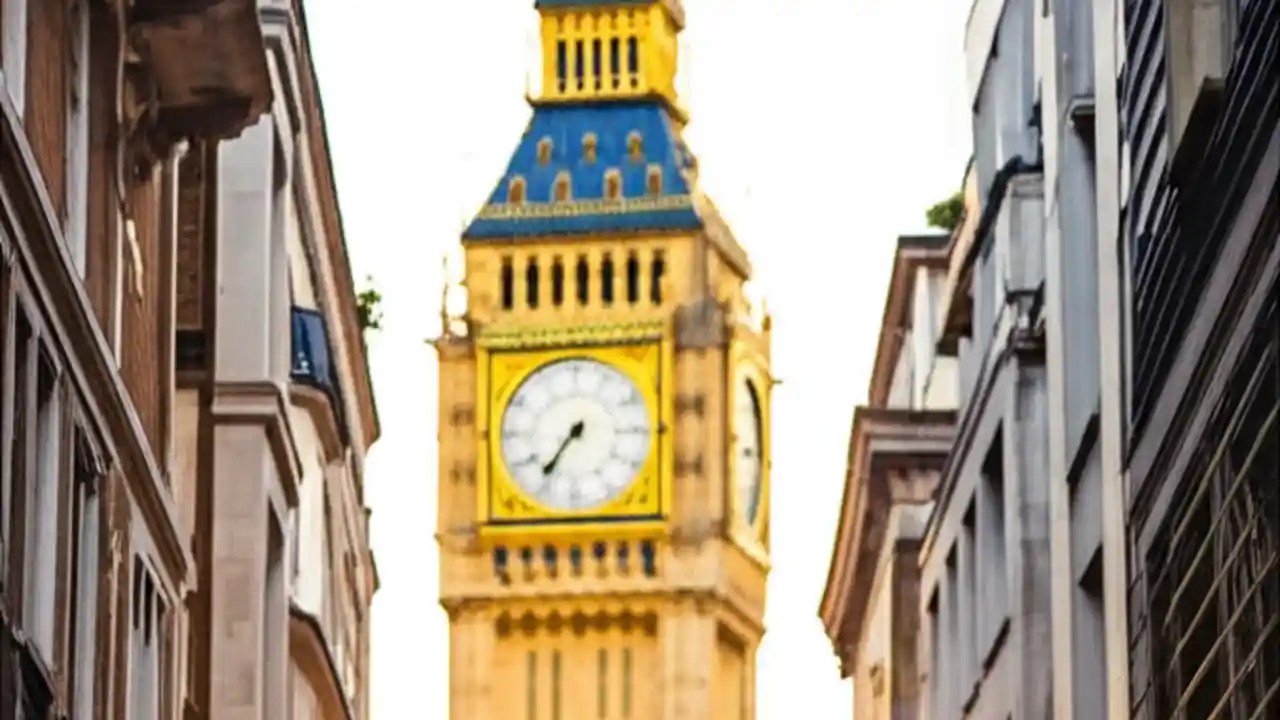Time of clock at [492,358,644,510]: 7:36
